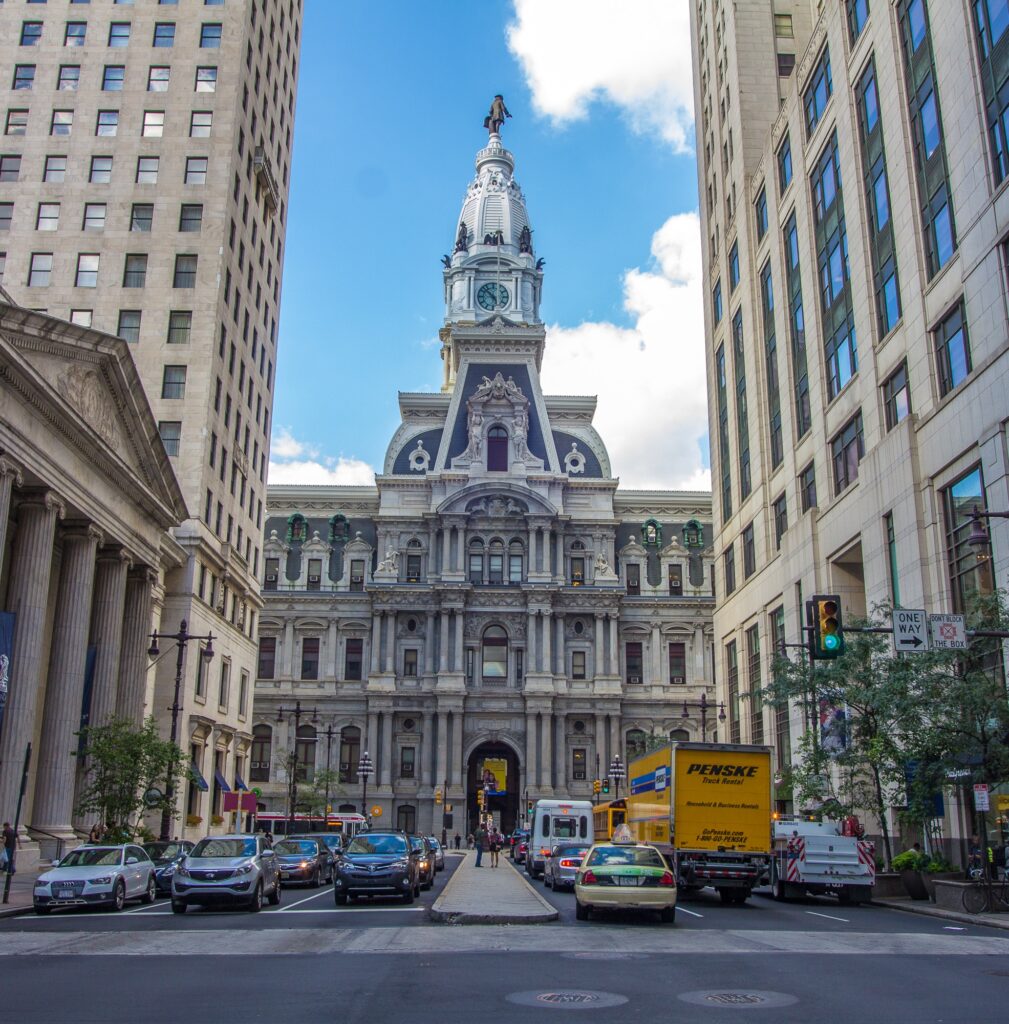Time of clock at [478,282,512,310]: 4:52
